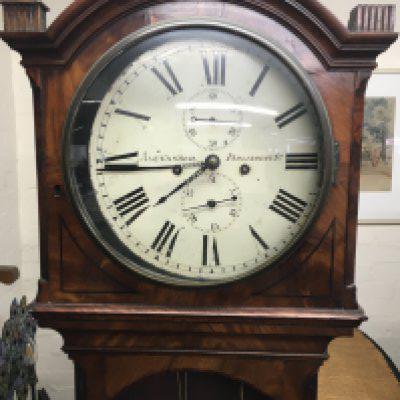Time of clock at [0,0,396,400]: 7:44
